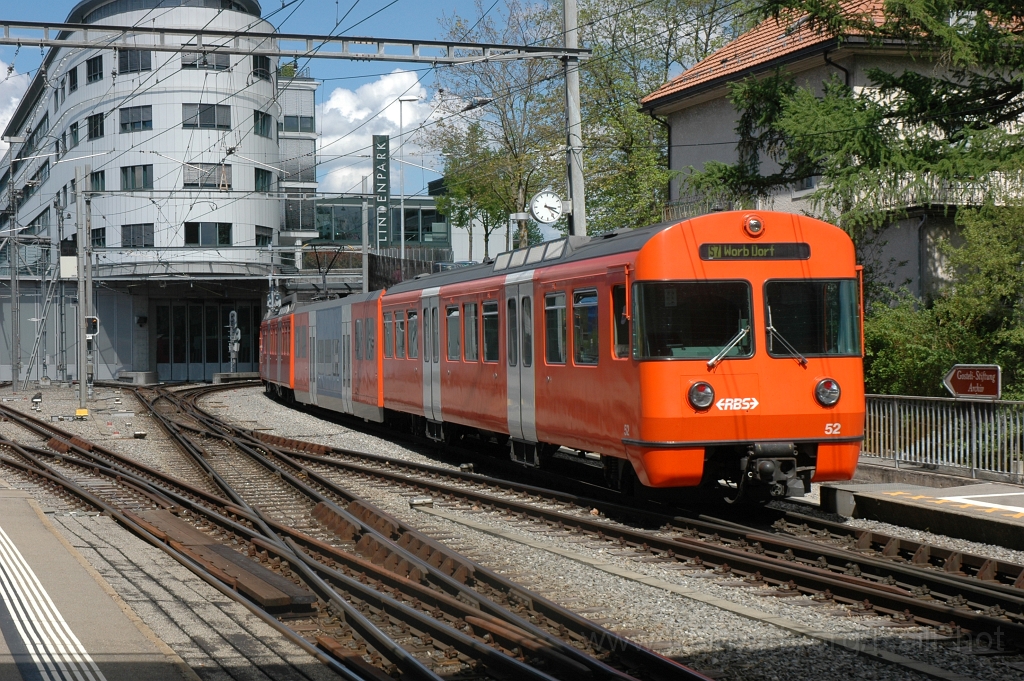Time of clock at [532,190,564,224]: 3:20
